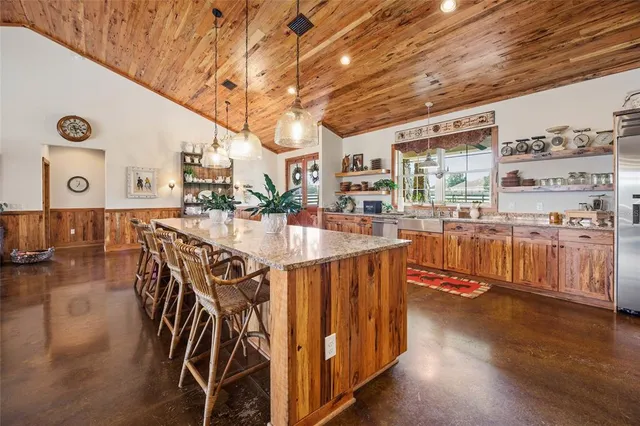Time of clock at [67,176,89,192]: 12:35
